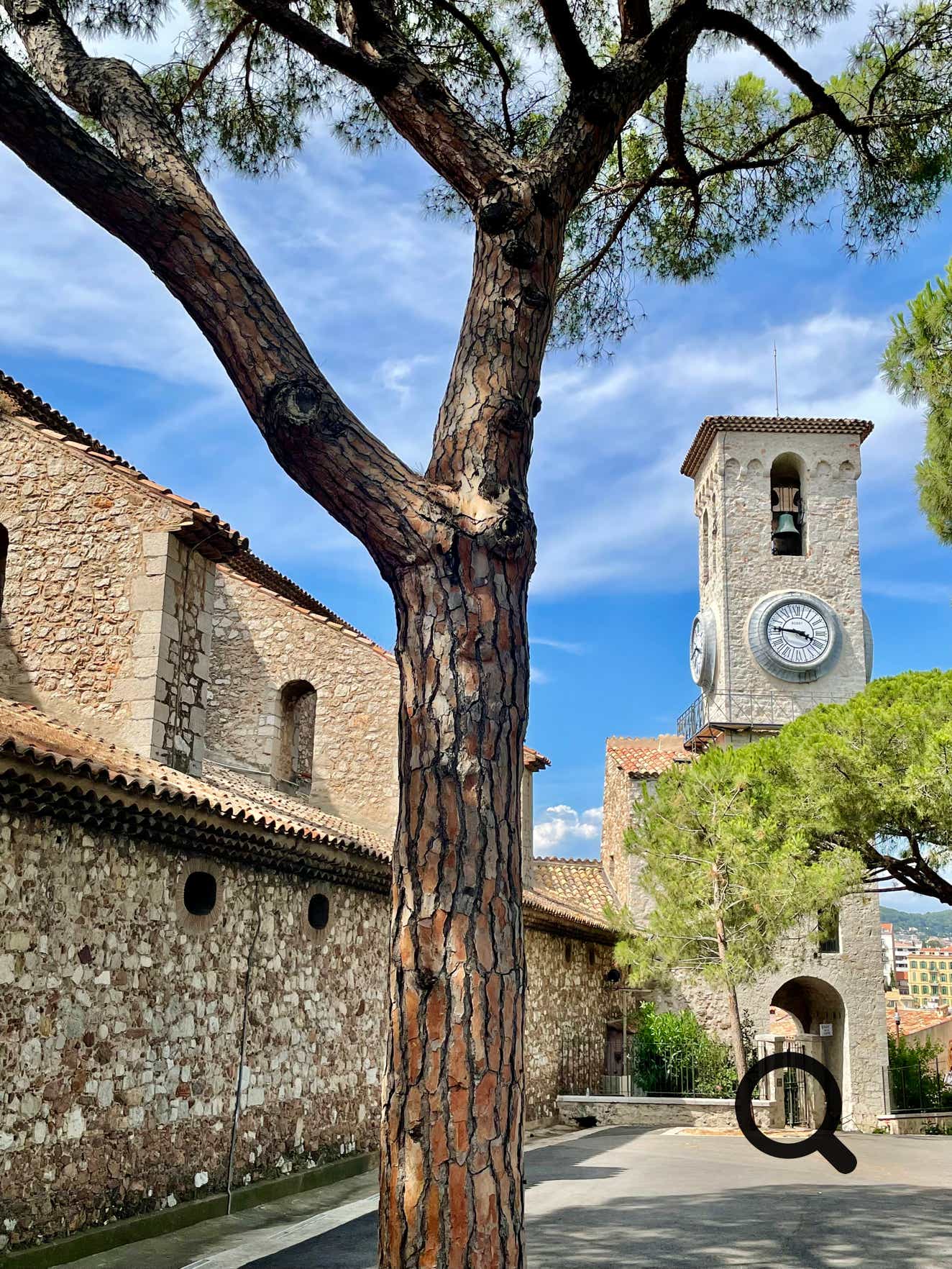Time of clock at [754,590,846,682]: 3:46
